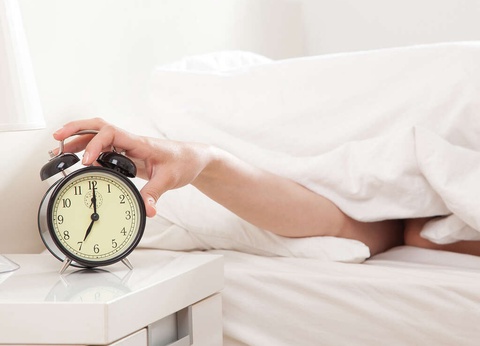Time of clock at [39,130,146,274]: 7:00
